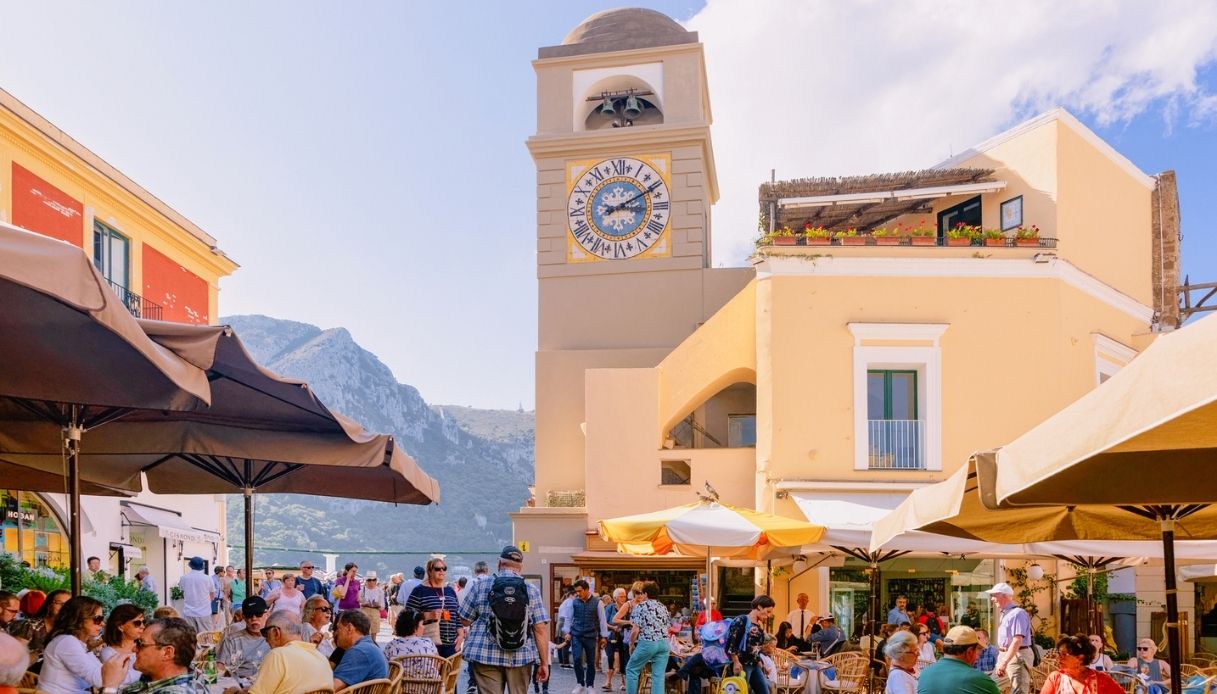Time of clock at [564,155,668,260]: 8:10
